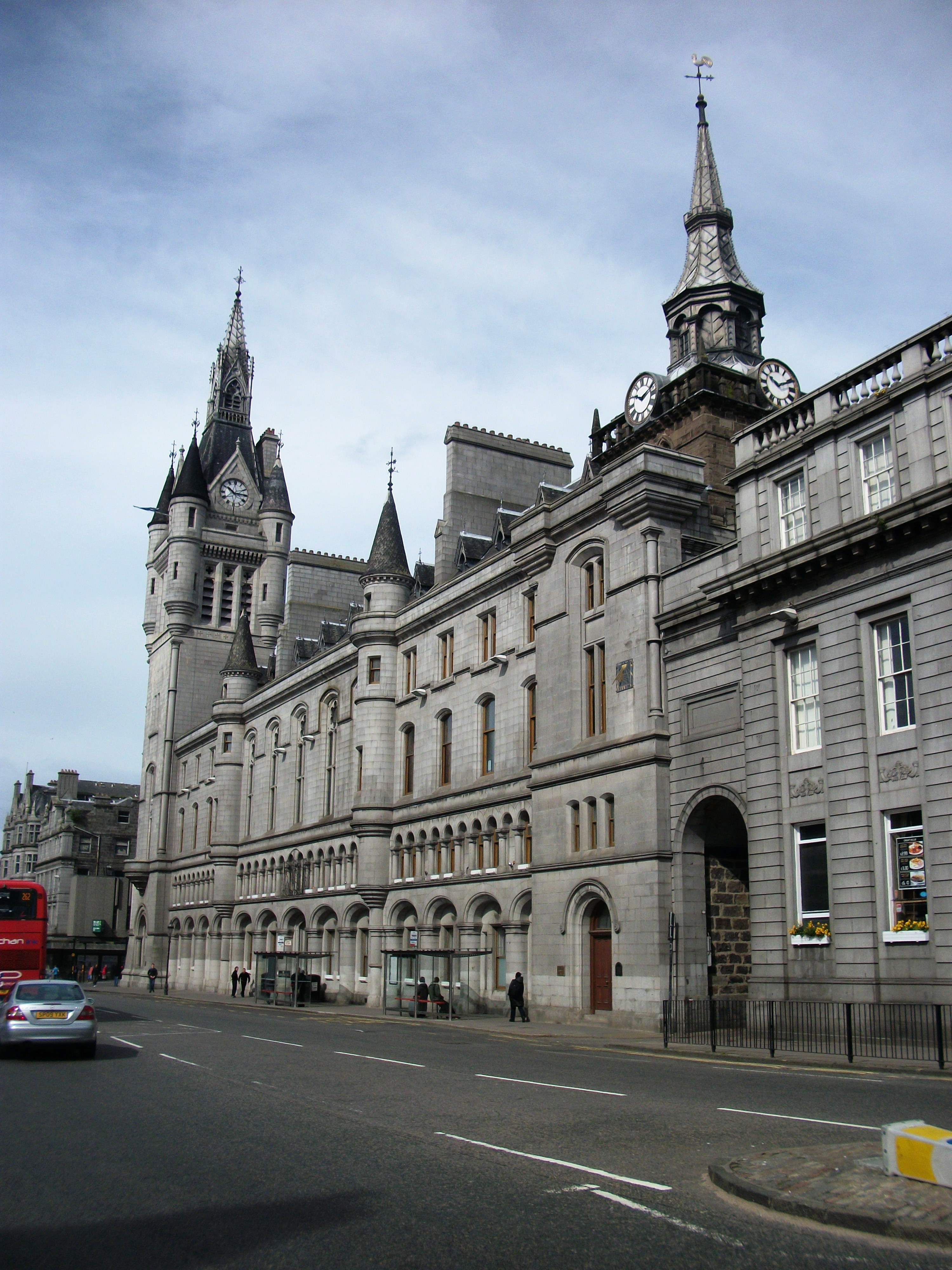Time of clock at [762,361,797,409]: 10:11
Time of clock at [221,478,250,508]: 10:14
